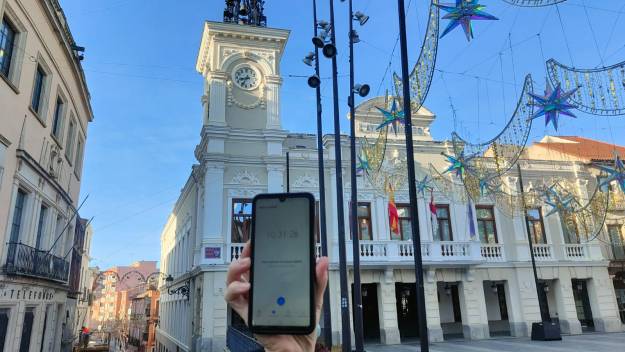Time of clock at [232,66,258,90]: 8:34
